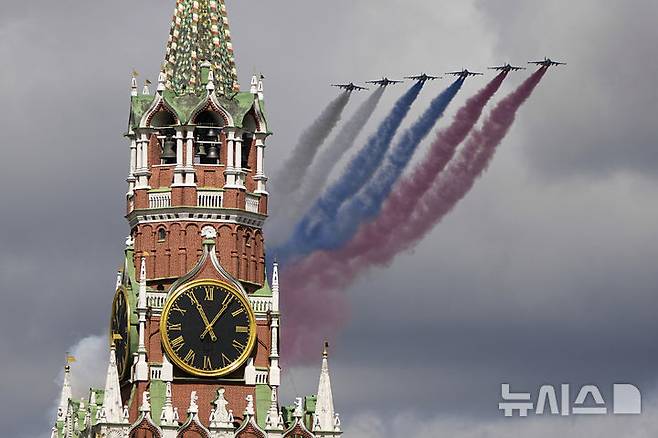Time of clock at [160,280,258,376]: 11:06
